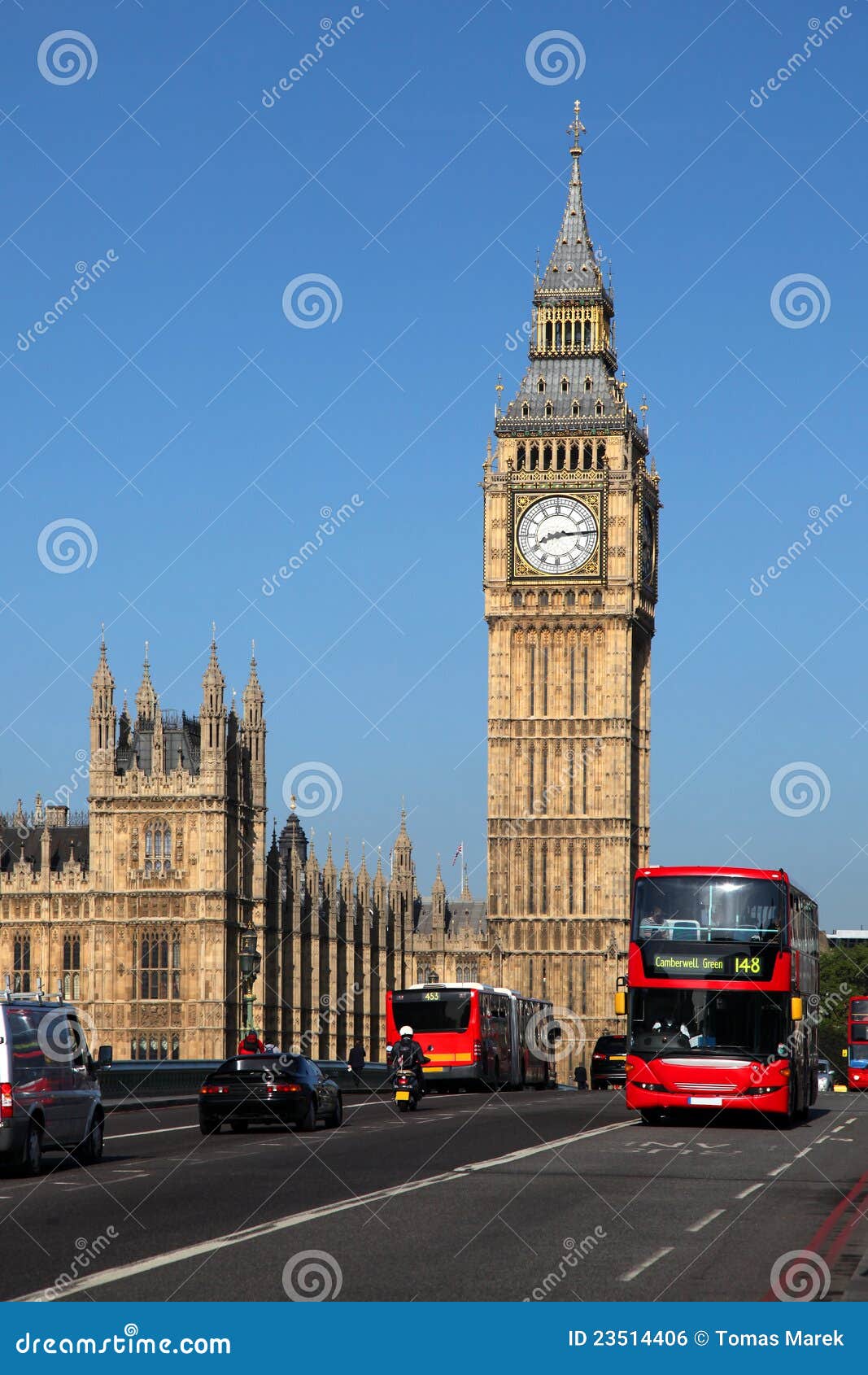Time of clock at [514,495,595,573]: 8:14
